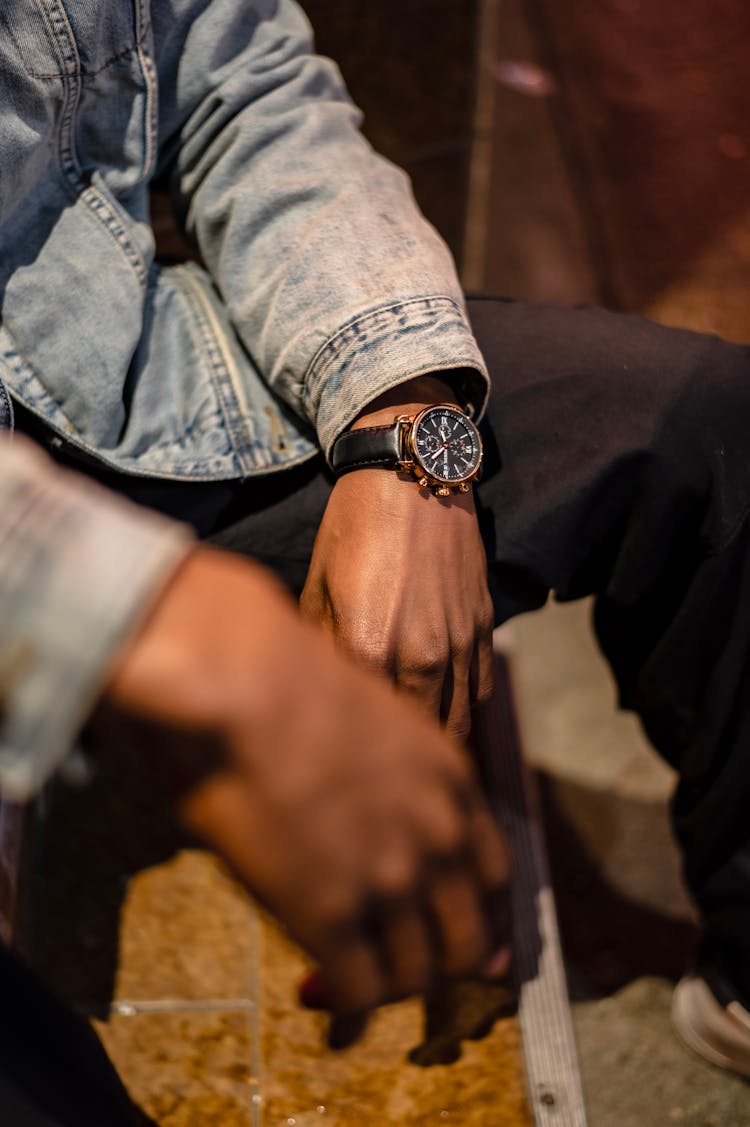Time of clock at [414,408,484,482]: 11:37
